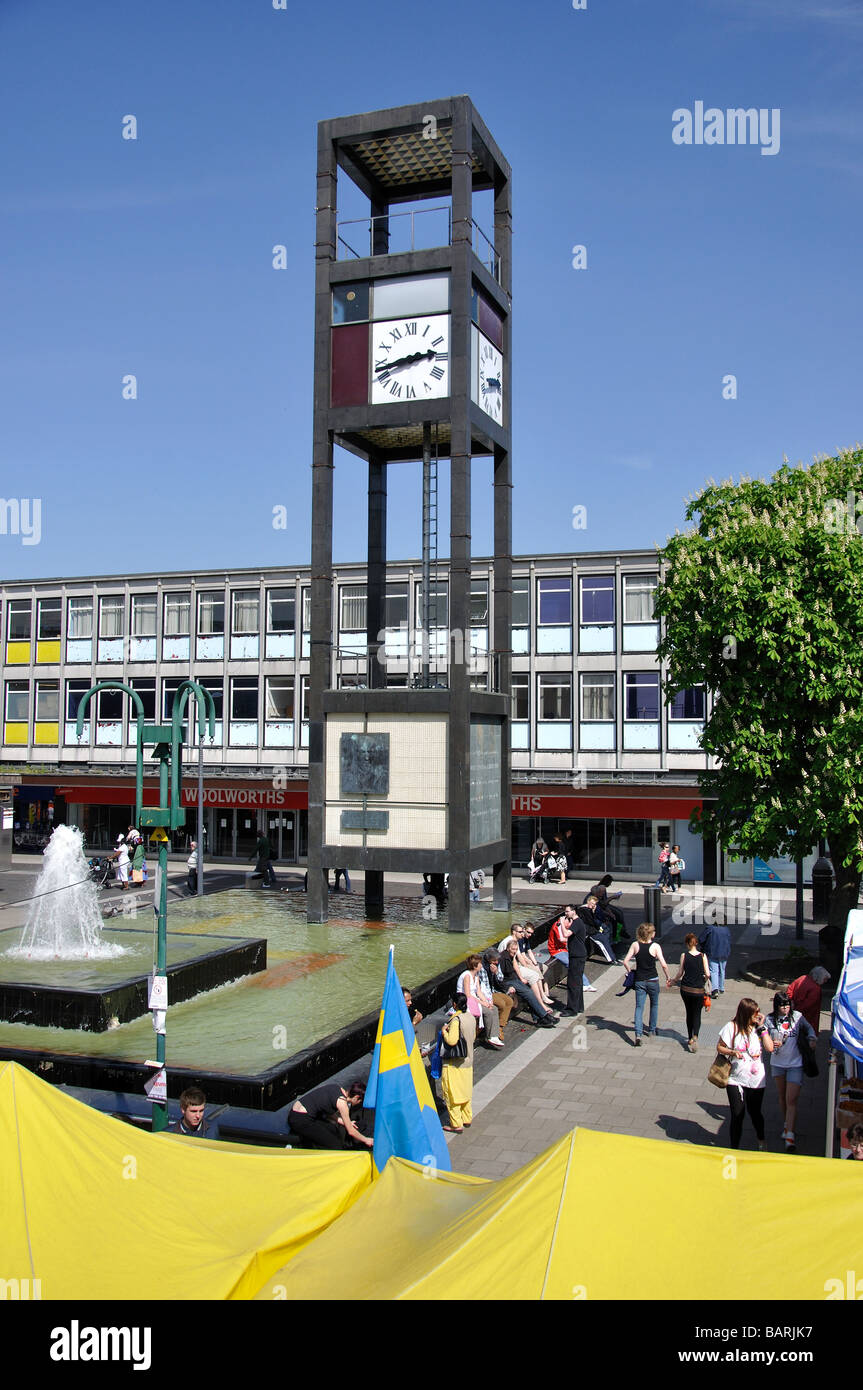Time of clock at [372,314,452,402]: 2:42
